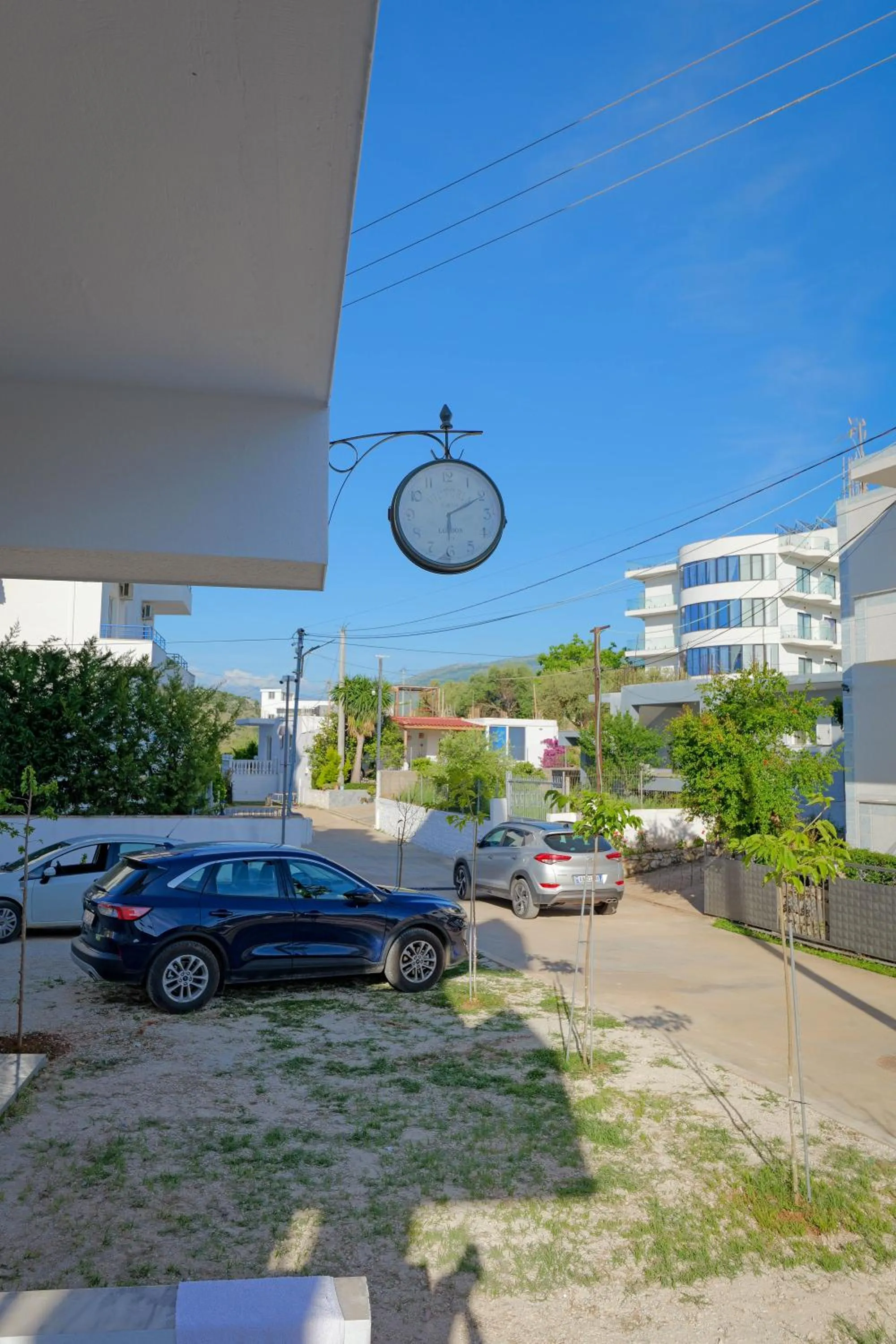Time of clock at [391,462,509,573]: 6:10
